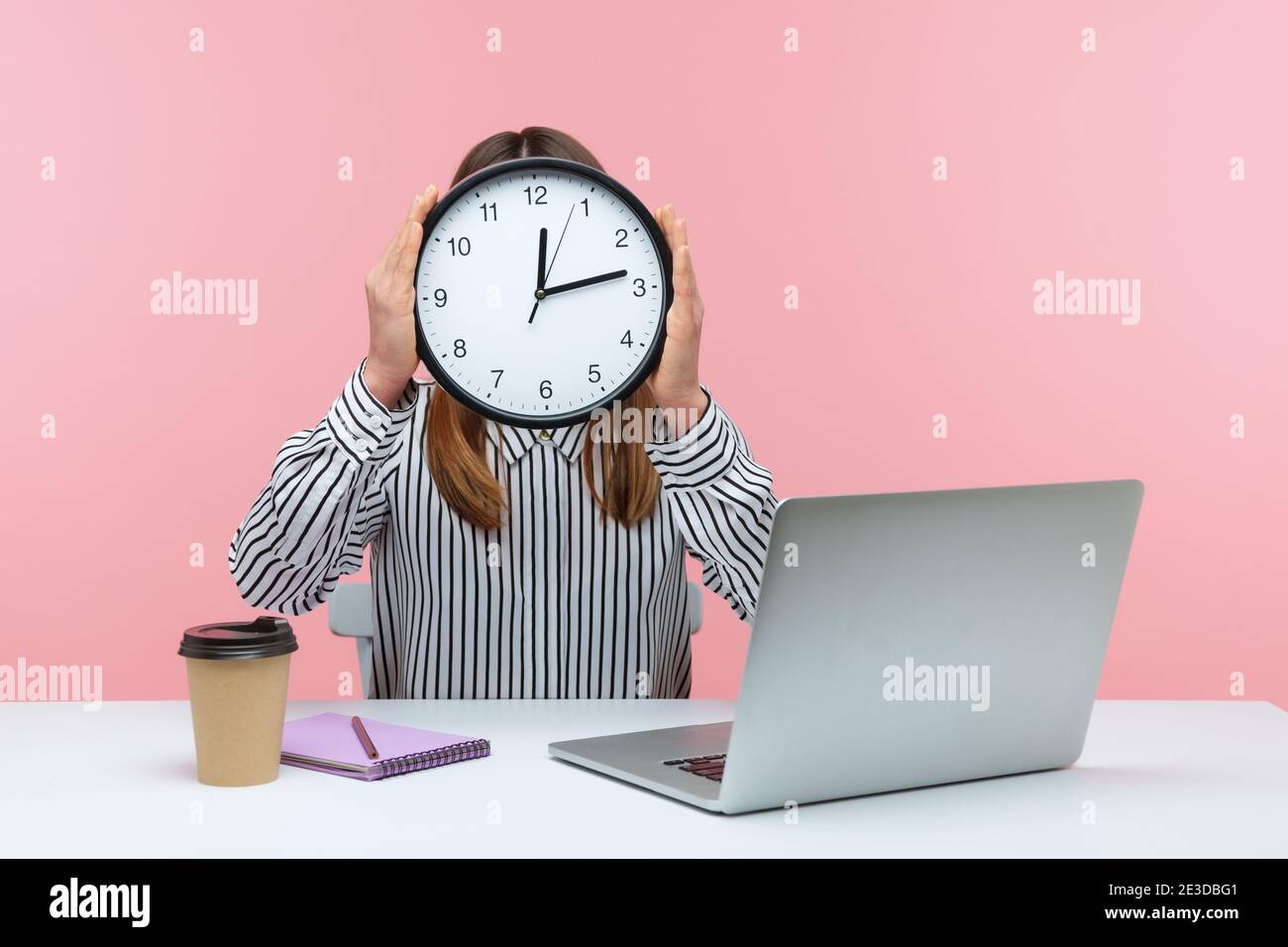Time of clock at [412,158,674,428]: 12:13
